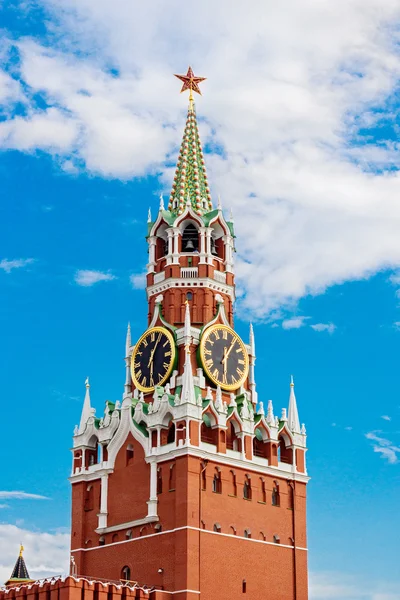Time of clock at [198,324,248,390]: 6:06
